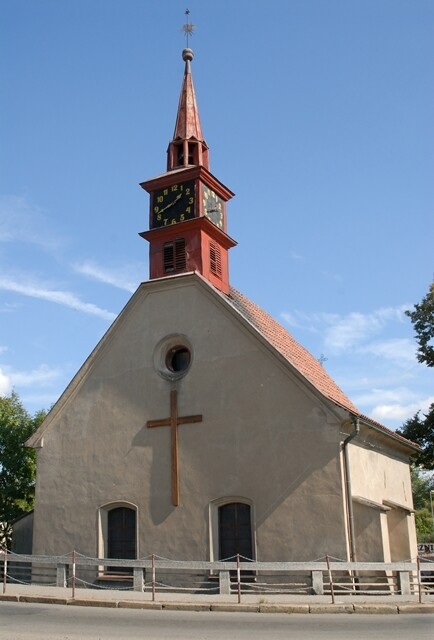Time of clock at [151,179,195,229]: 1:41
